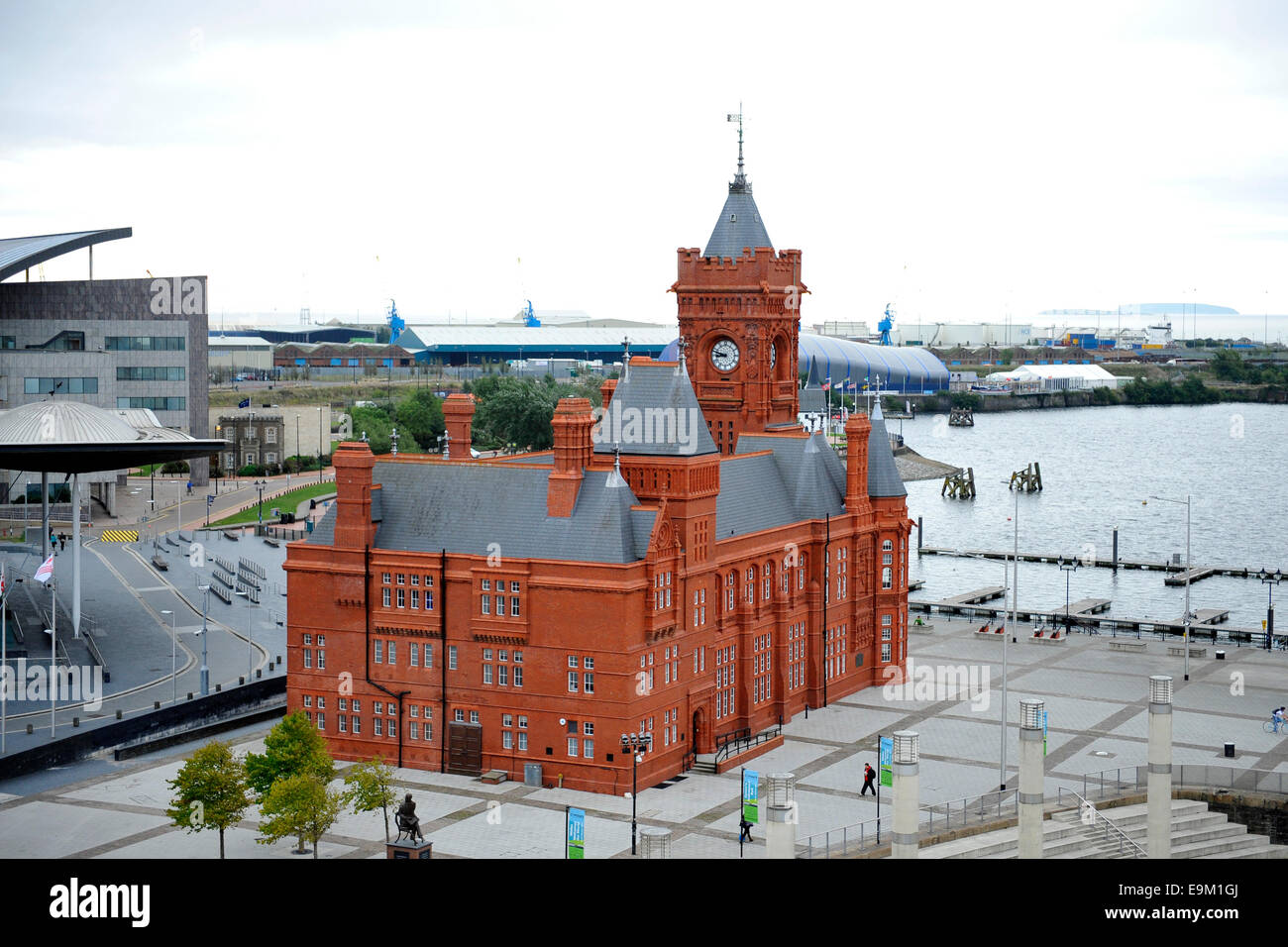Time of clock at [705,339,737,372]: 8:47
